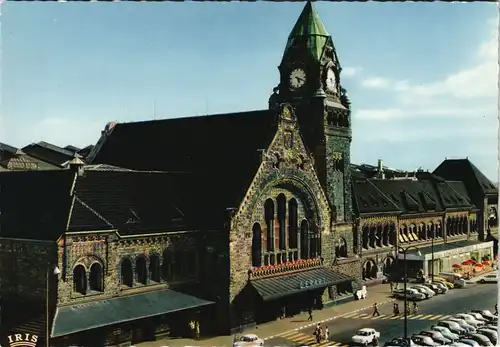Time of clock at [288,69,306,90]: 5:18
